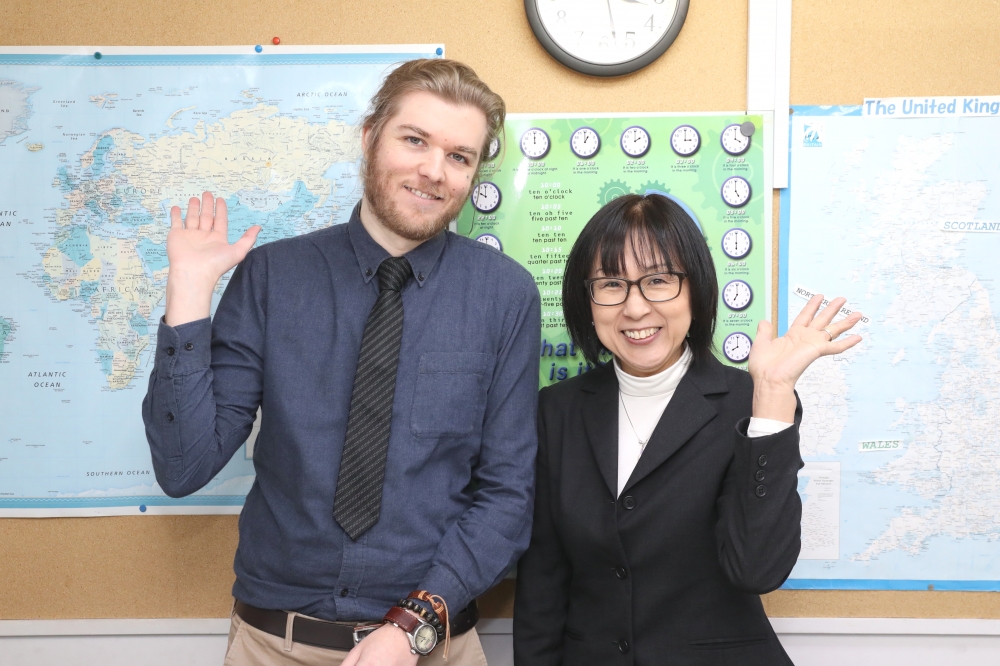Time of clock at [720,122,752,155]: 4:00
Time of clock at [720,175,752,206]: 4:59
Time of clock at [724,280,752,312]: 6:59
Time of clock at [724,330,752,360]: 7:59
